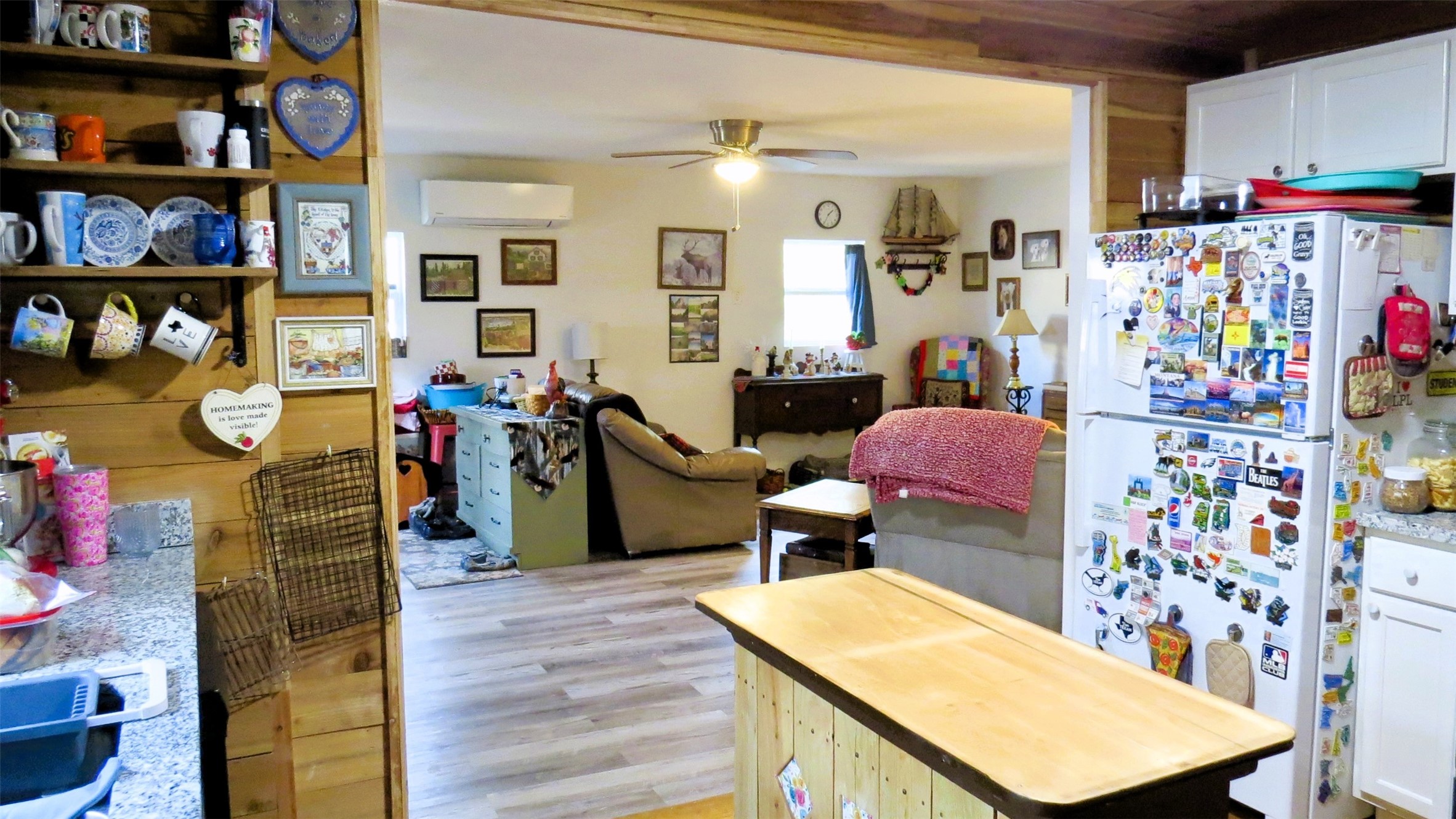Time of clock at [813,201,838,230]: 1:34
